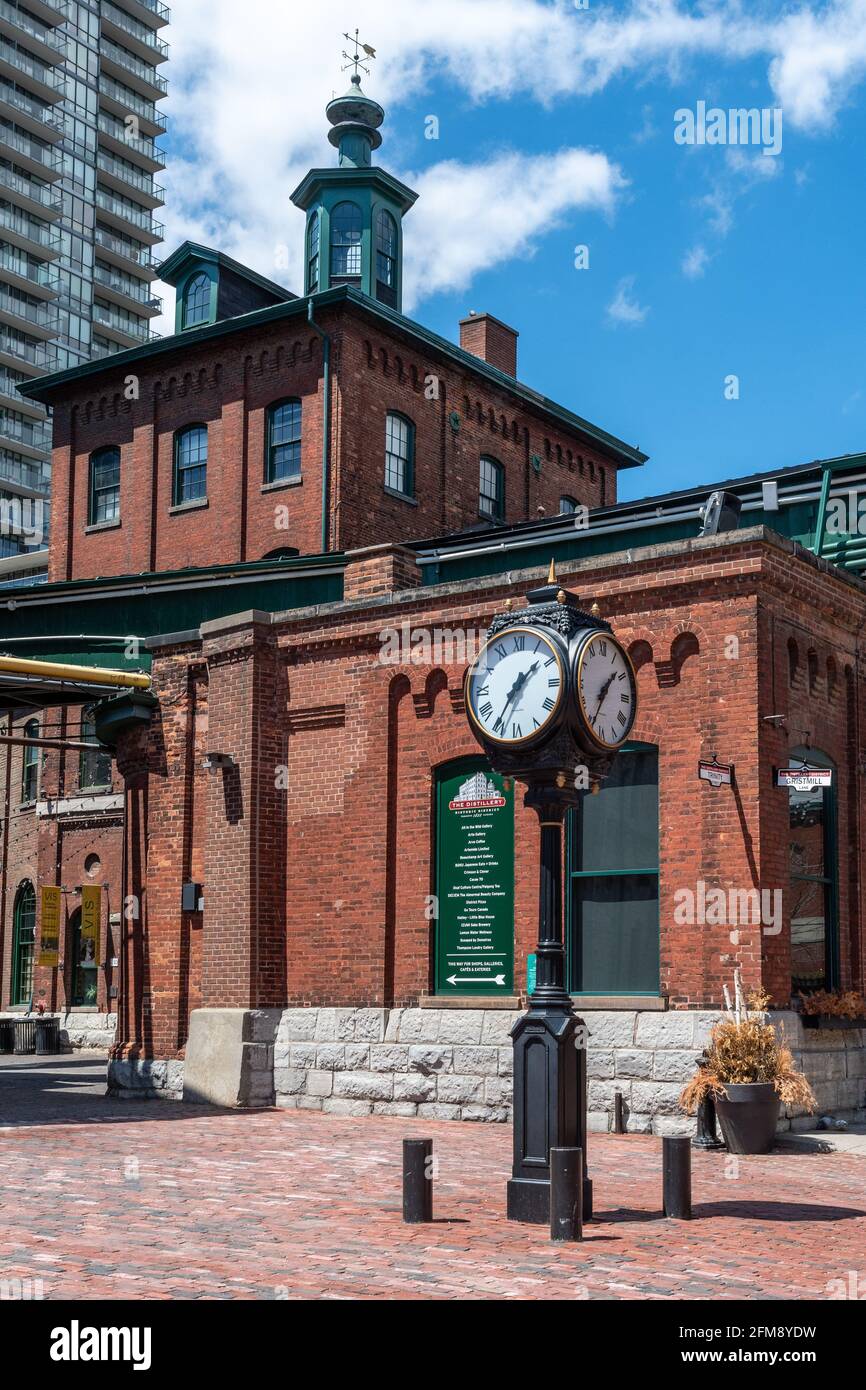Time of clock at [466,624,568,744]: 1:35
